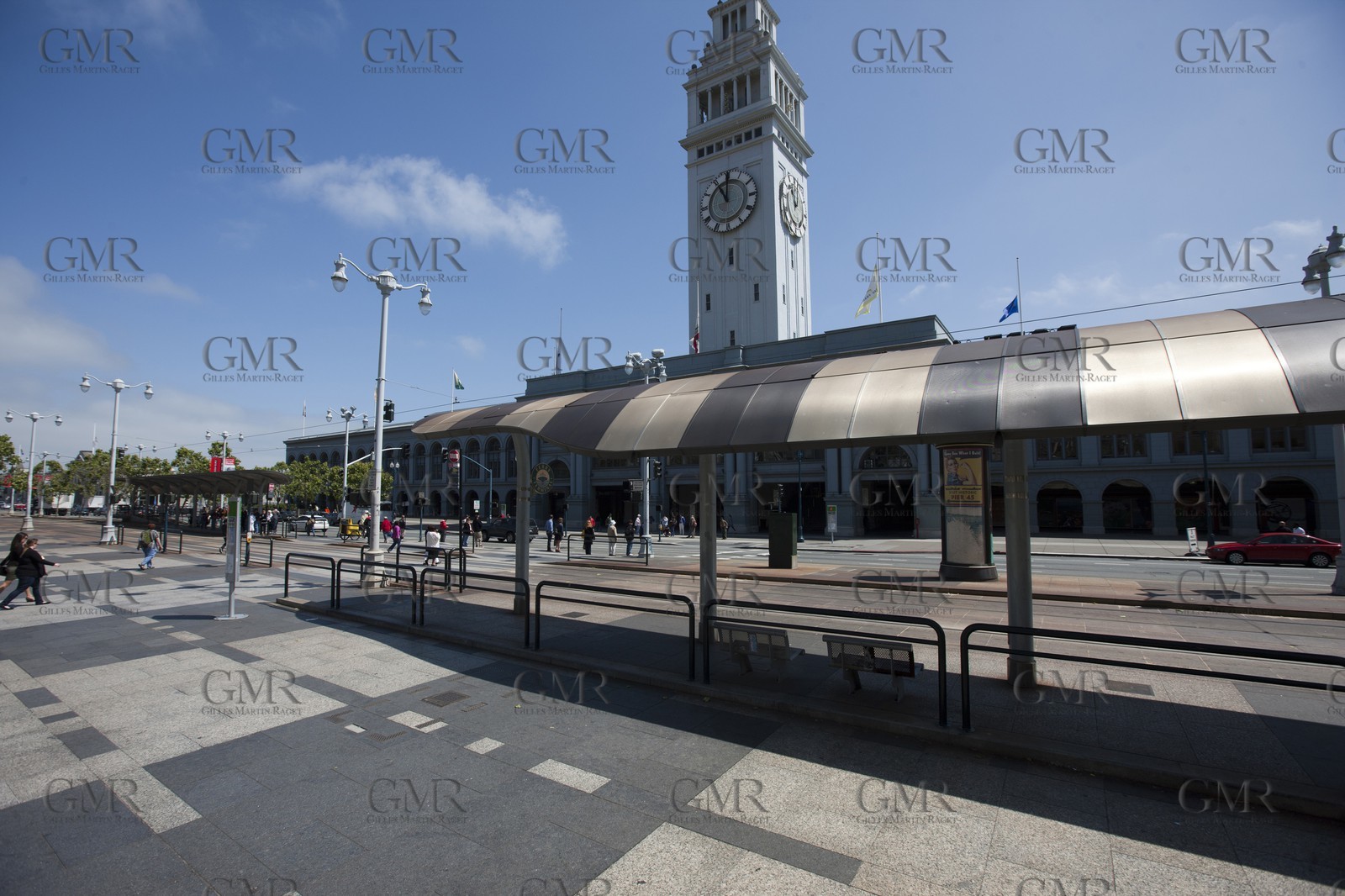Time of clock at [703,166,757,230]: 11:00
